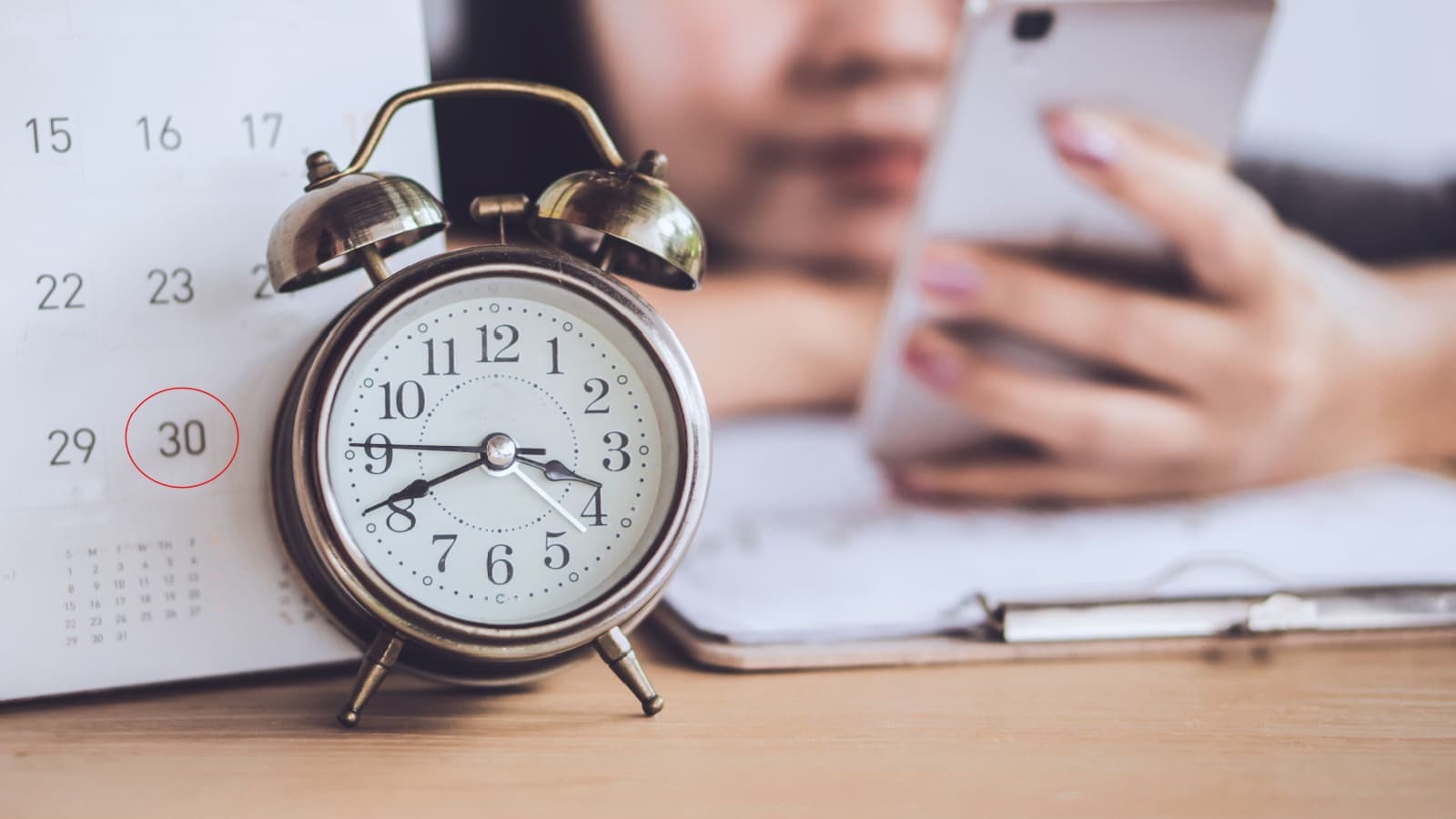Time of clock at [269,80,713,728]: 3:41
